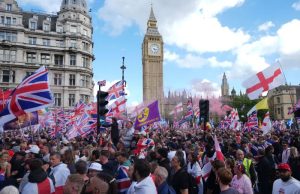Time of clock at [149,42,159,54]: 5:15
